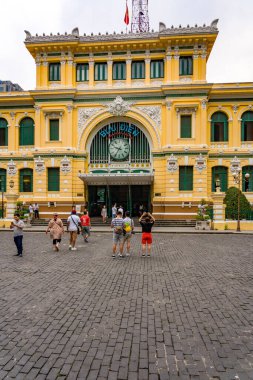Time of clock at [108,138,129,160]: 9:36
